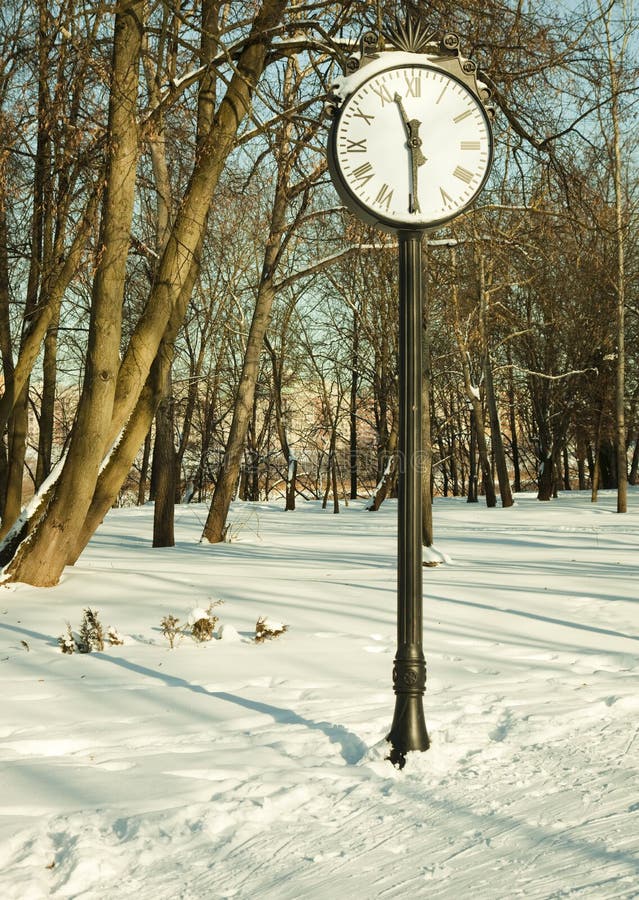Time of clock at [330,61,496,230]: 11:29
